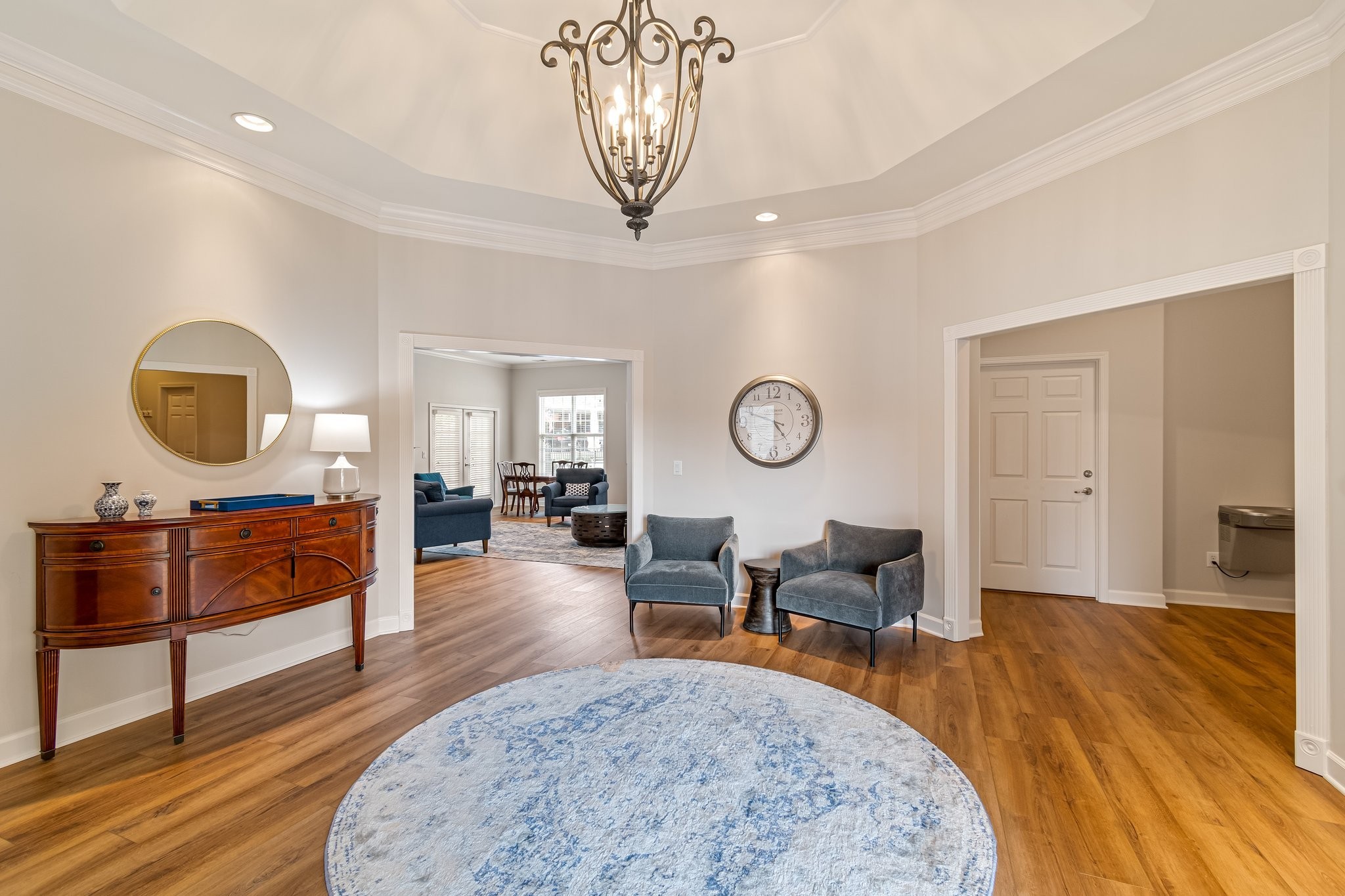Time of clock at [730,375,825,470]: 4:48
